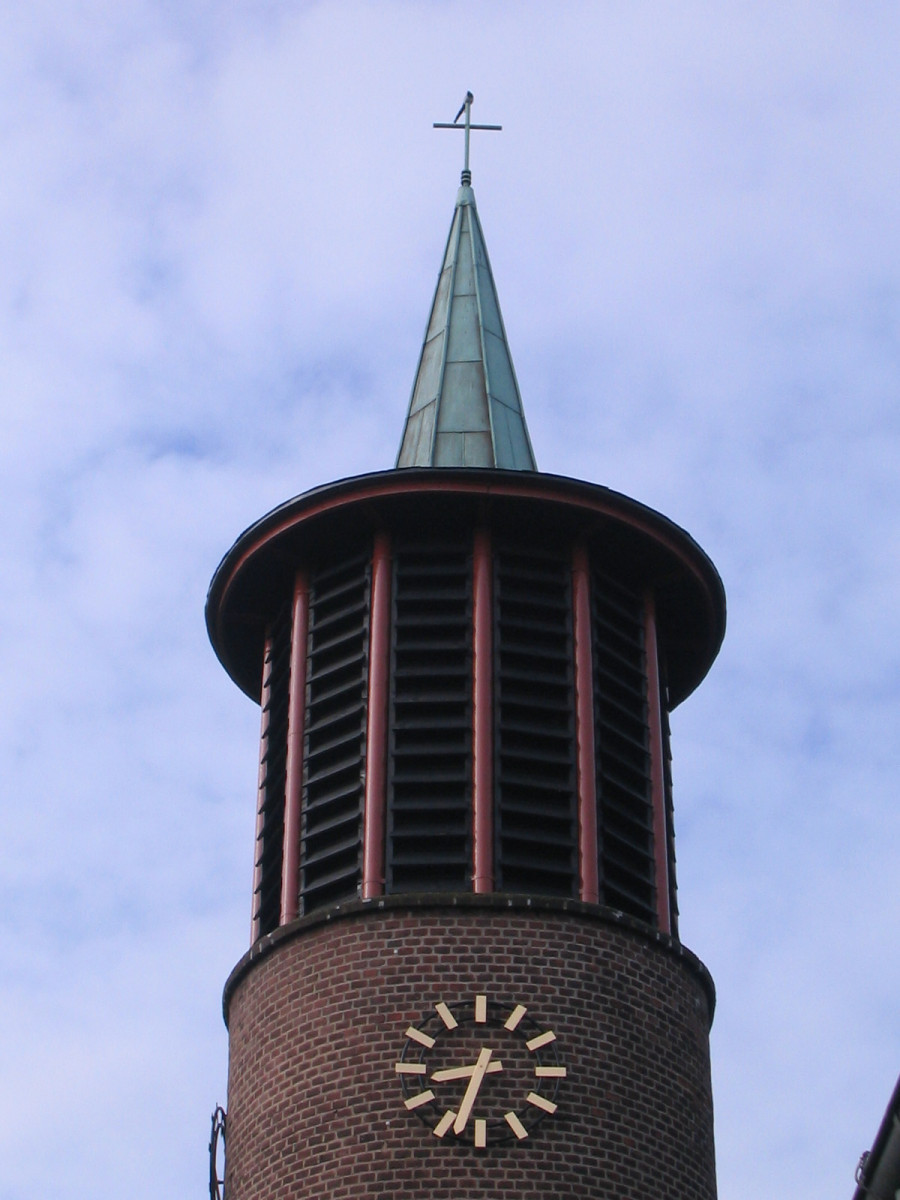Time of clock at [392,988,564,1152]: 8:33
